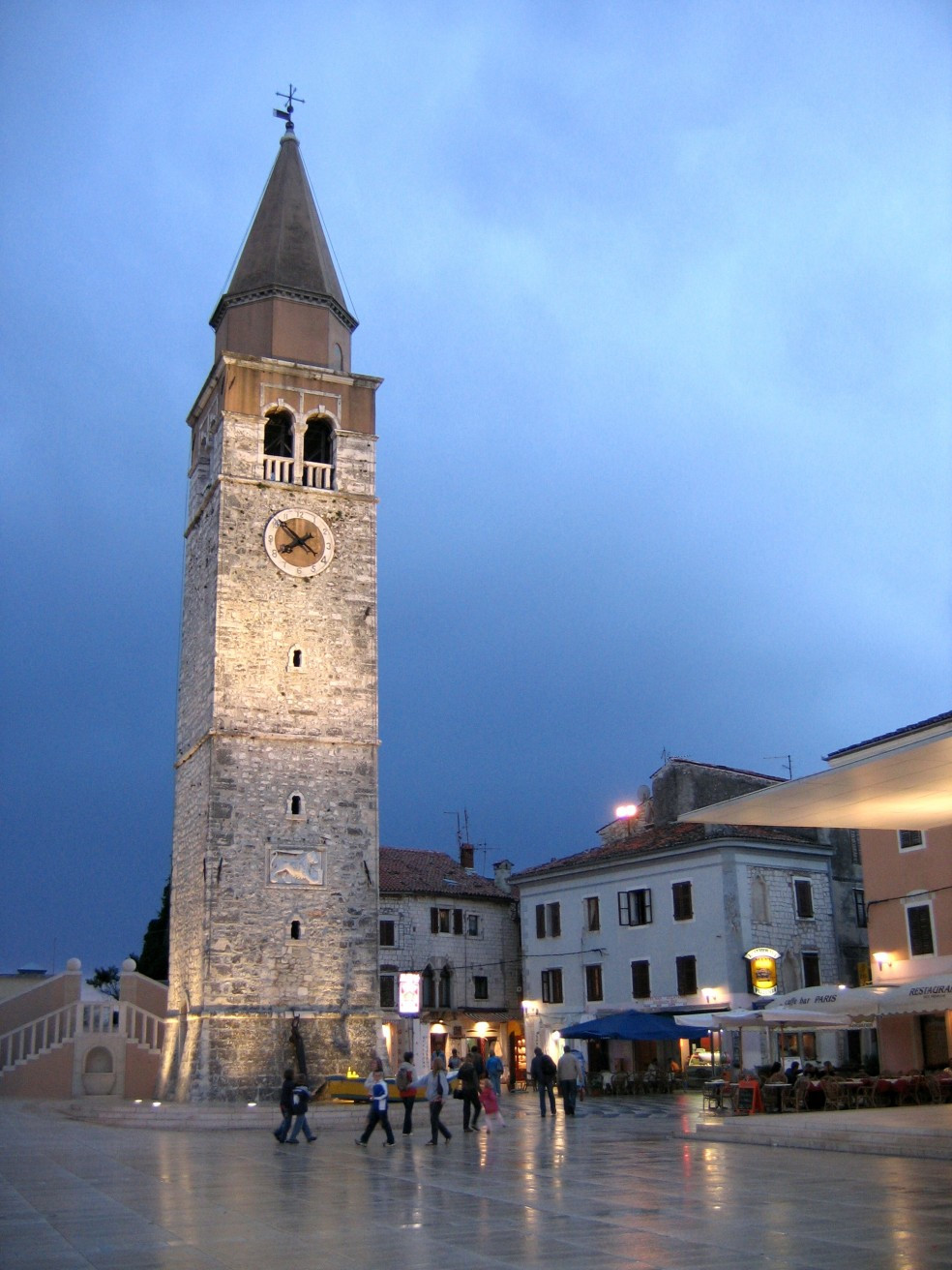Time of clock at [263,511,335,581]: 7:52
